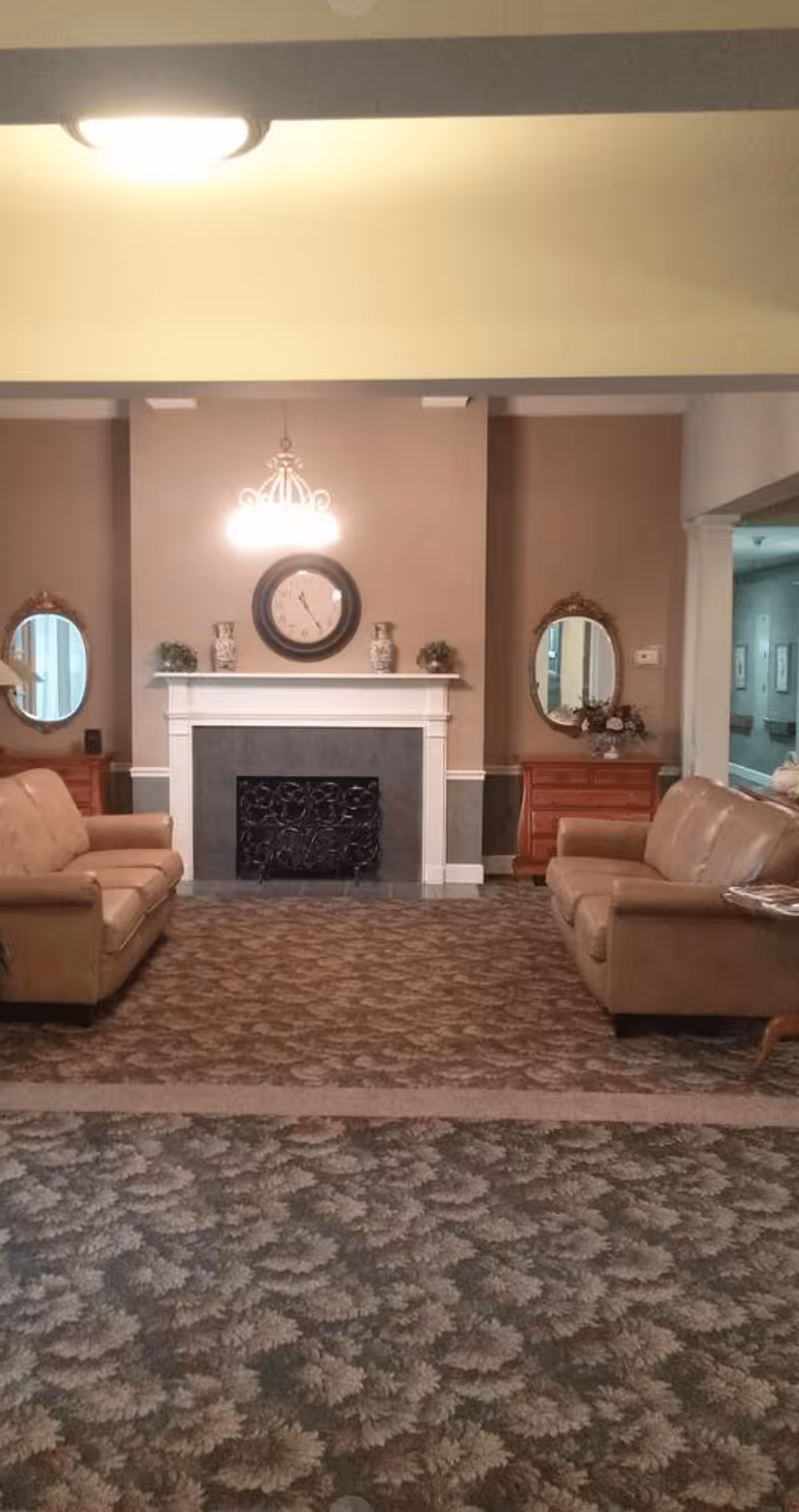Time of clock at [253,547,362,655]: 11:23
